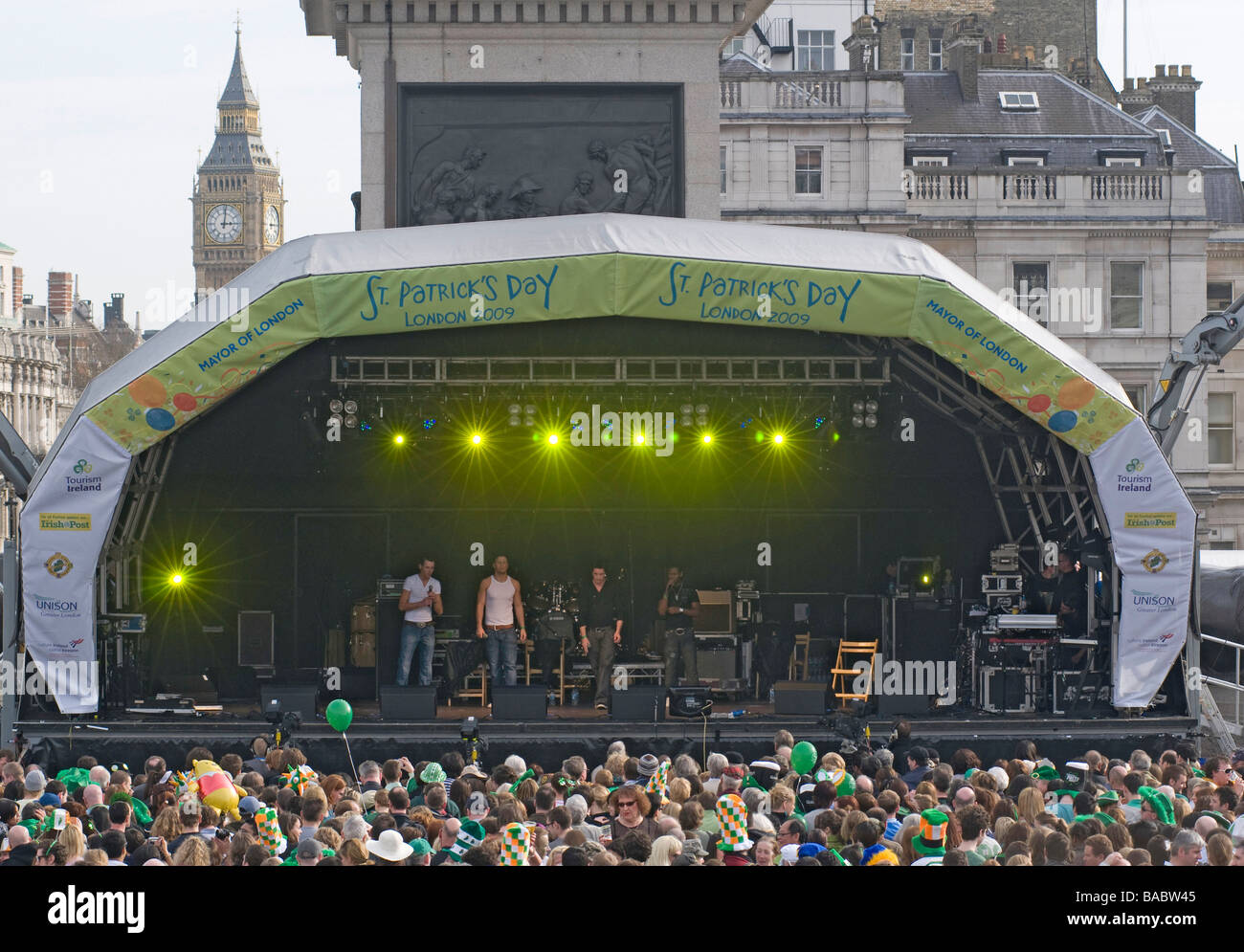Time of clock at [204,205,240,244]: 3:01
